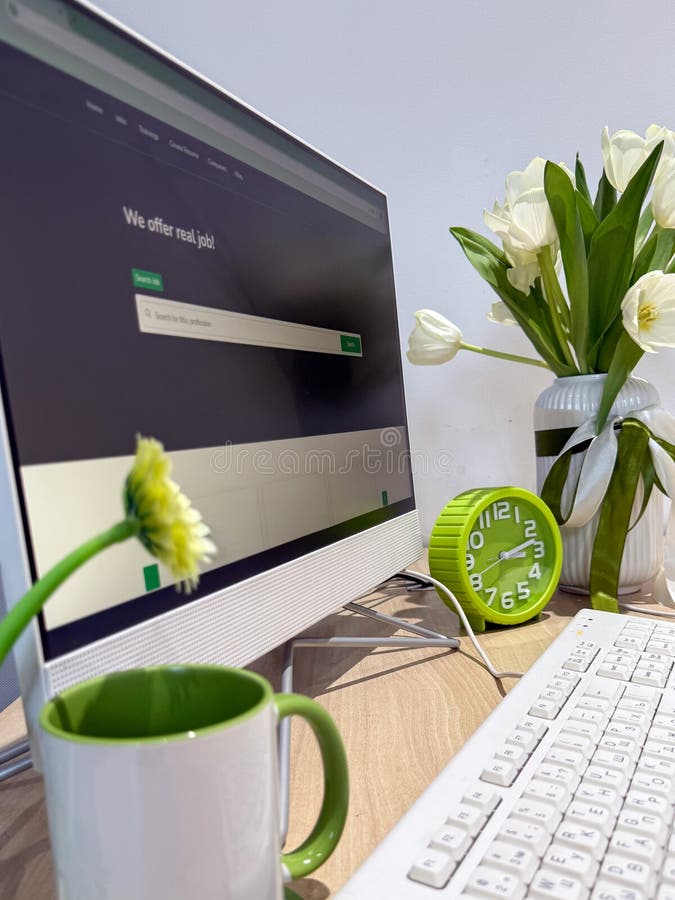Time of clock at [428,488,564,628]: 3:12
